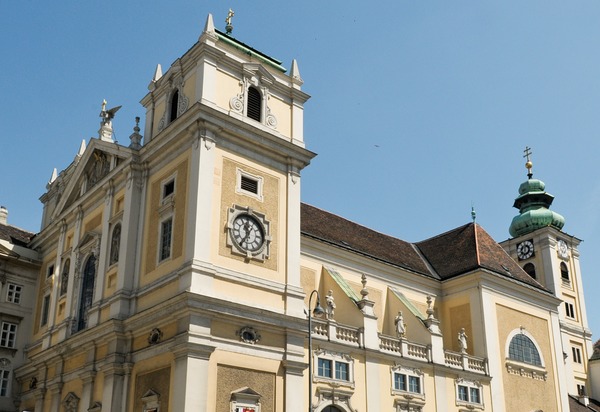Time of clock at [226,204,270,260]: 11:35
